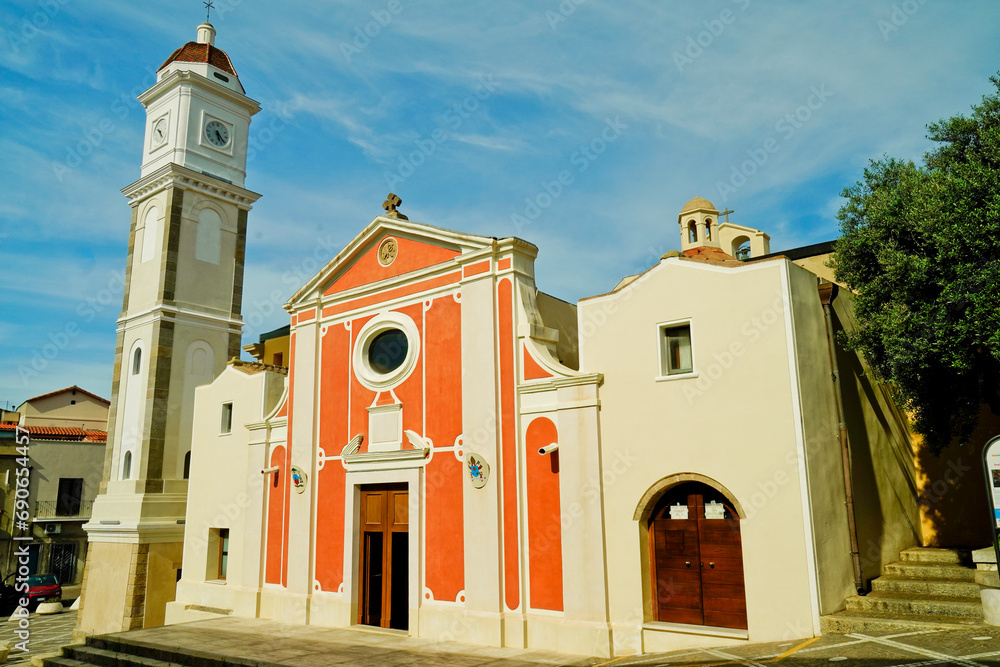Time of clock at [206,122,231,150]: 5:21
